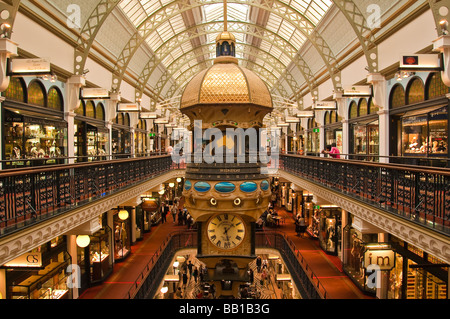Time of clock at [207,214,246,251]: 1:28
